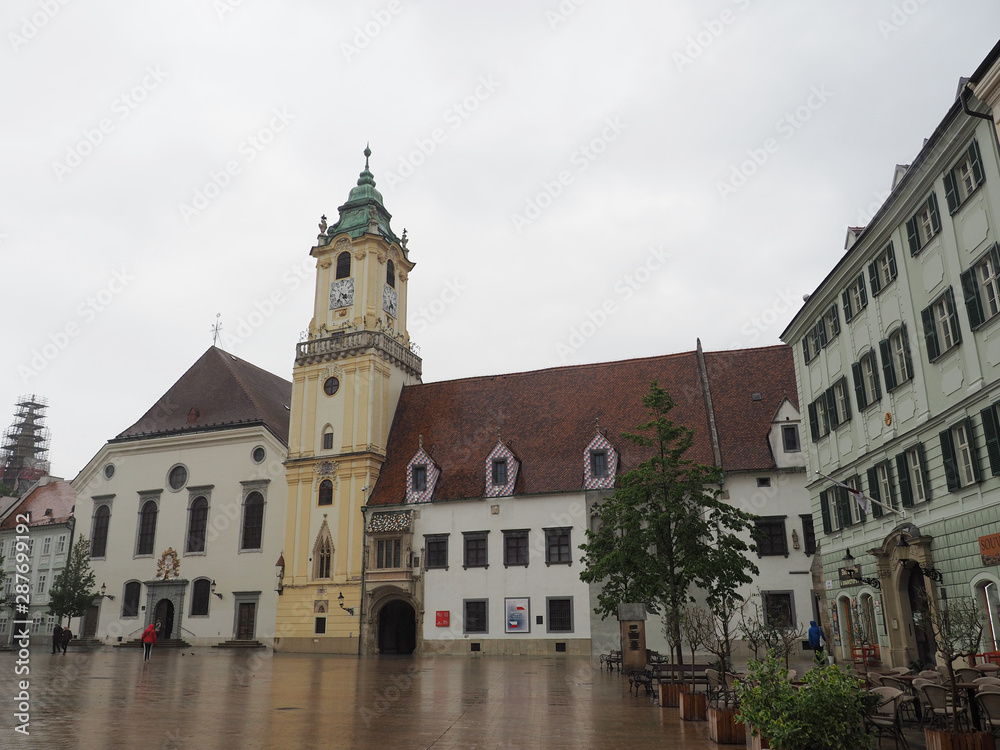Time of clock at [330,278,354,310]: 4:33
